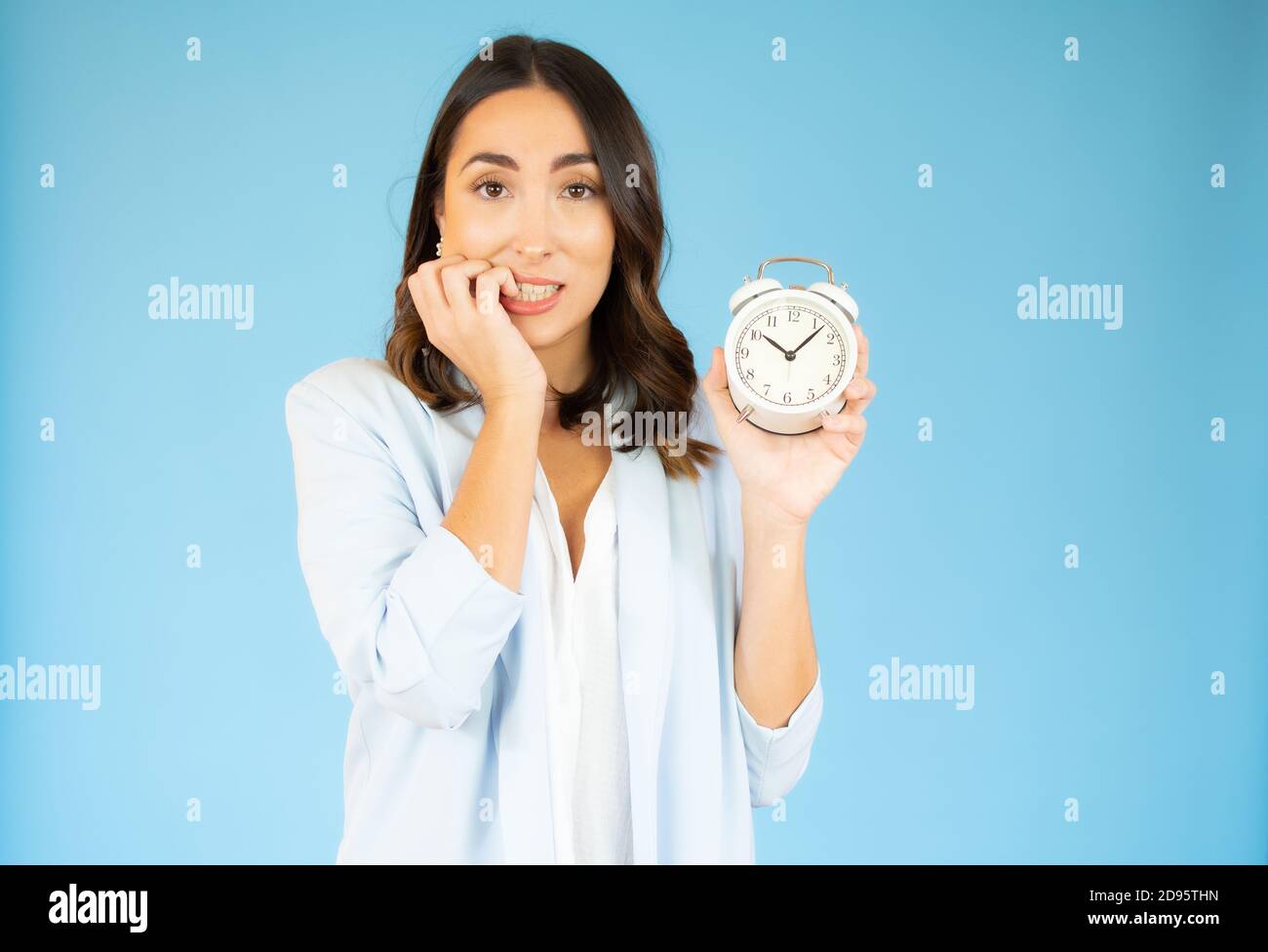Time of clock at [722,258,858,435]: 10:07
